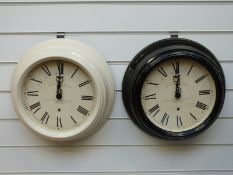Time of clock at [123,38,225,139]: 12:00
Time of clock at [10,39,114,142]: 12:00
